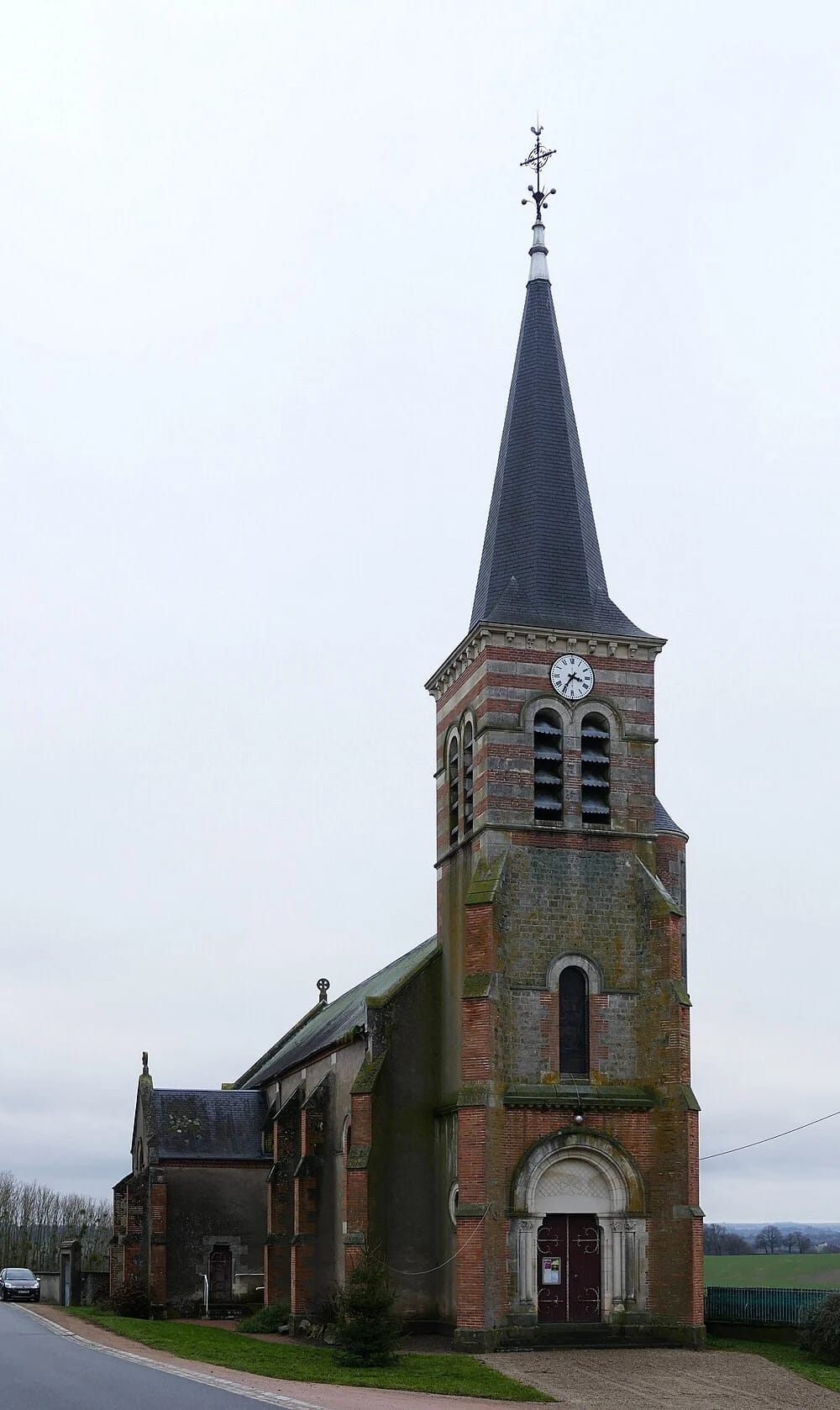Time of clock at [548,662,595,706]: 3:35
